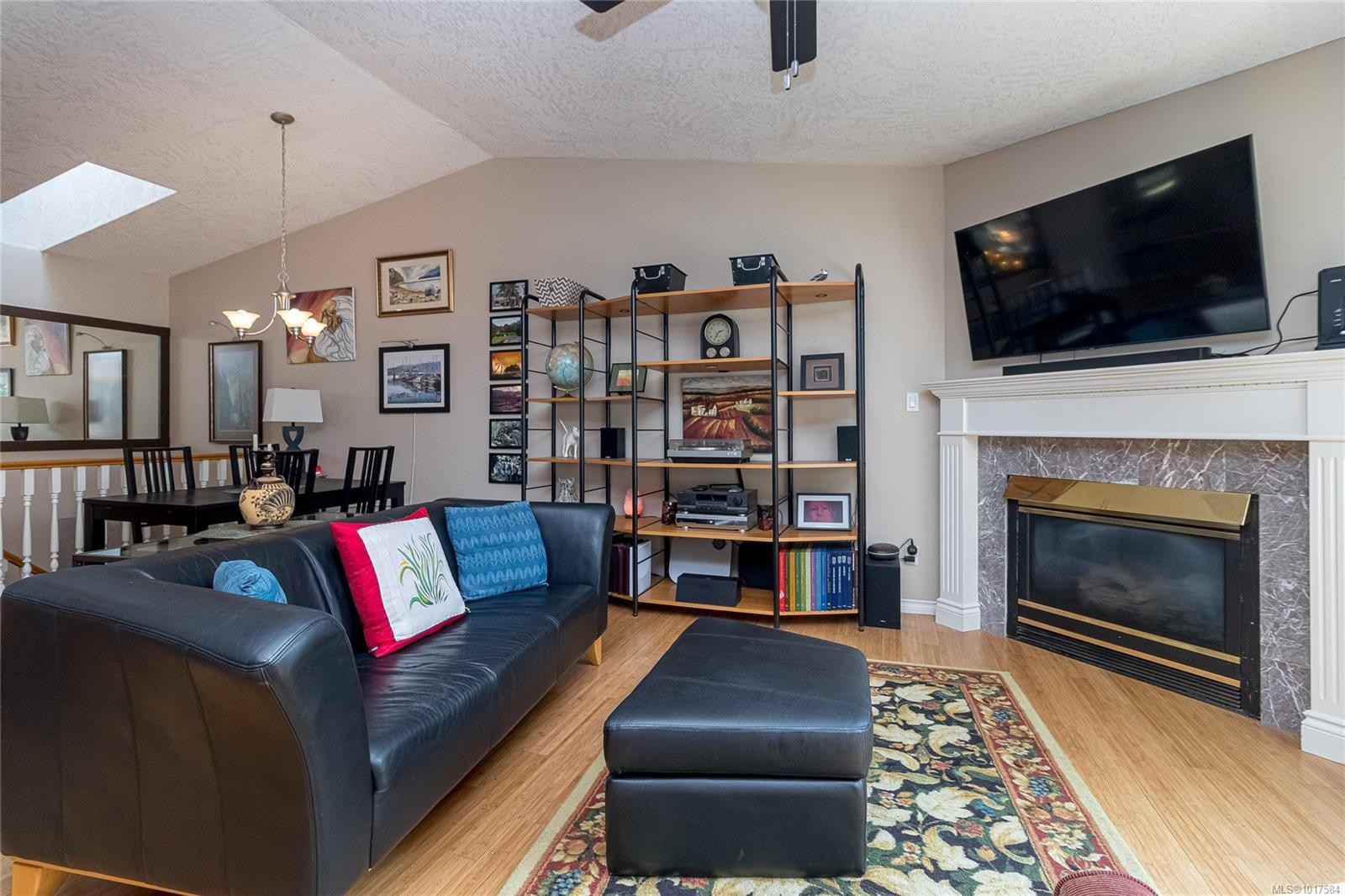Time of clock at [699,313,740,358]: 2:35
